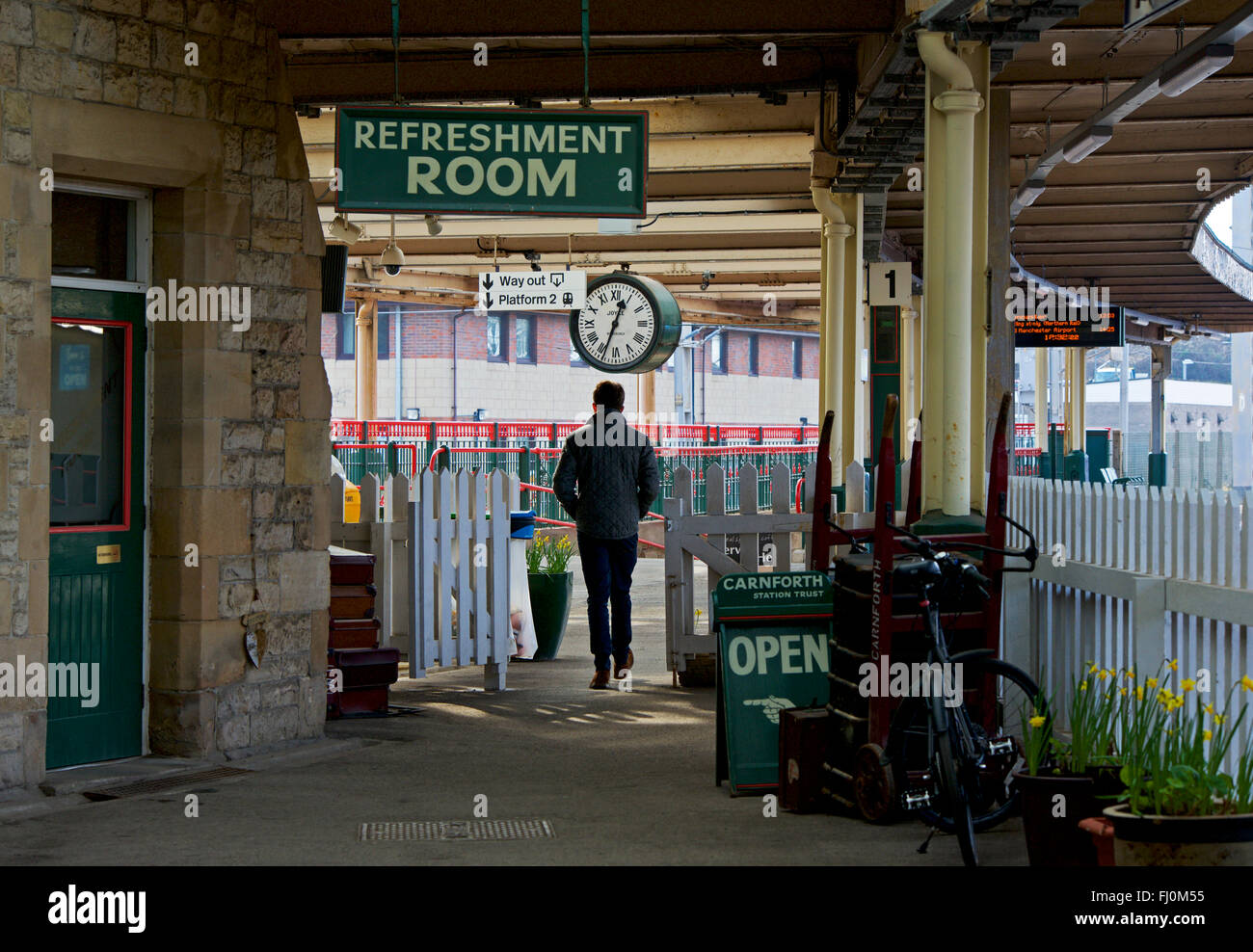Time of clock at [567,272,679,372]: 12:33
